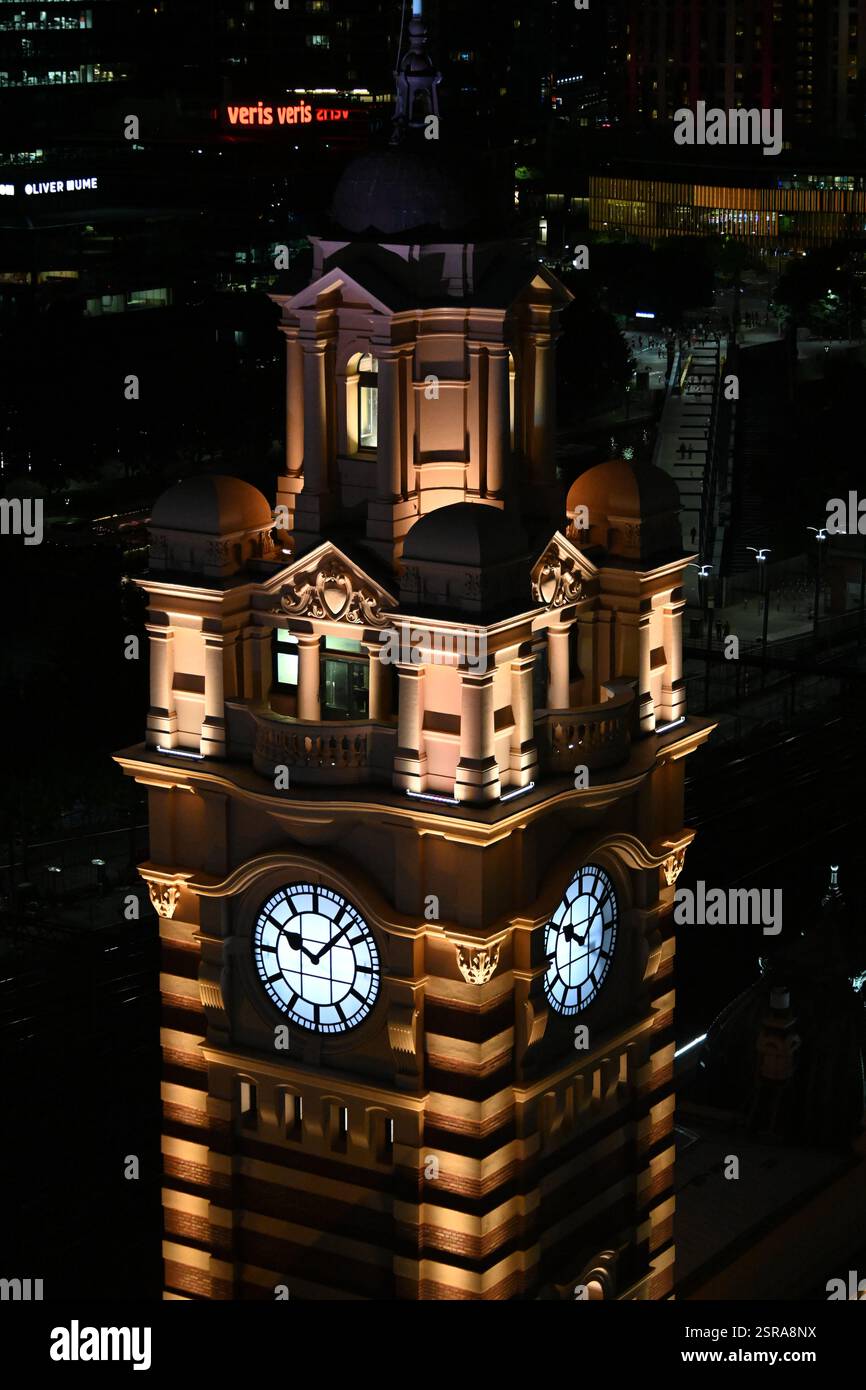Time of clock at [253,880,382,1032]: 10:07
